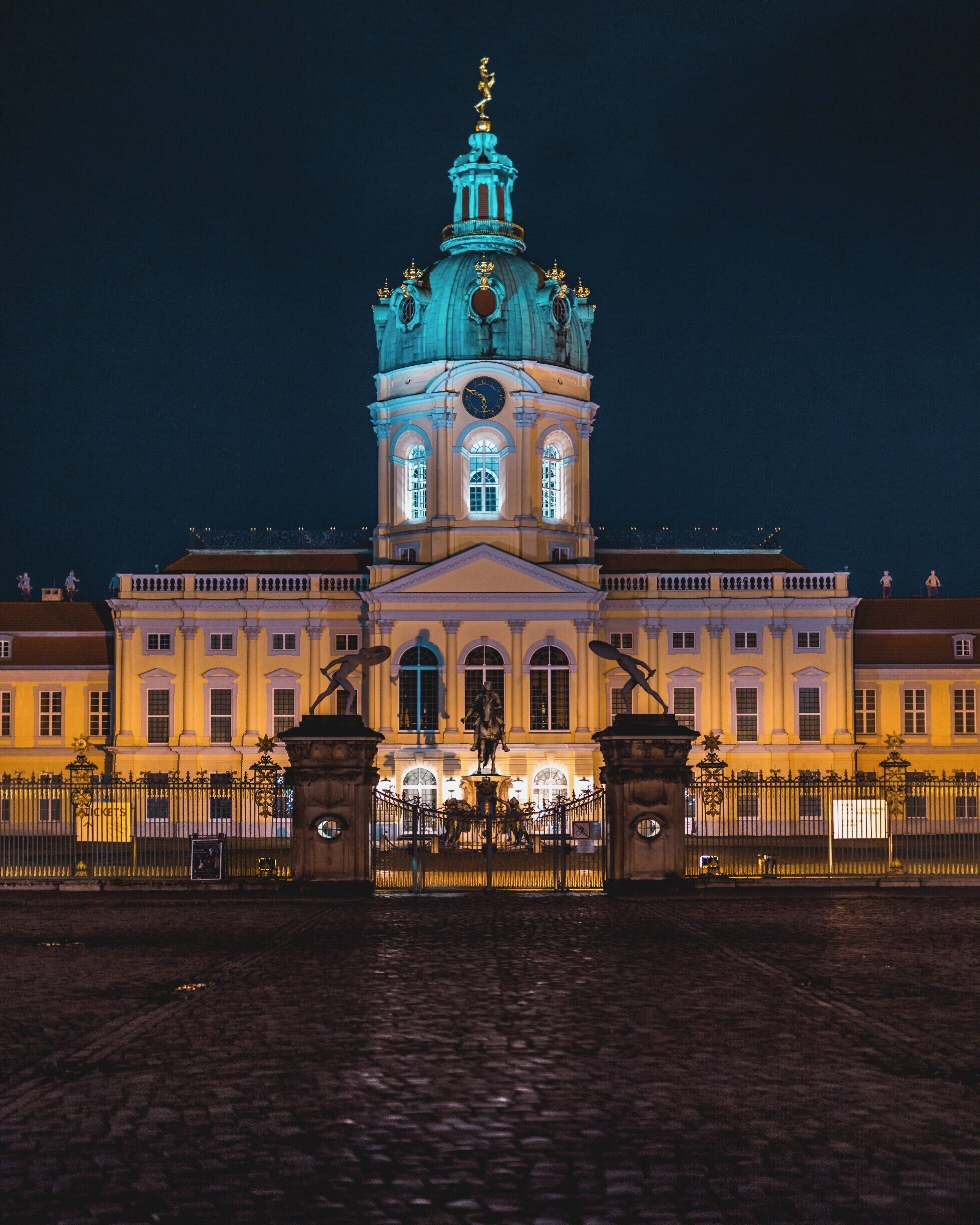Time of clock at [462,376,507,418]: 5:49
